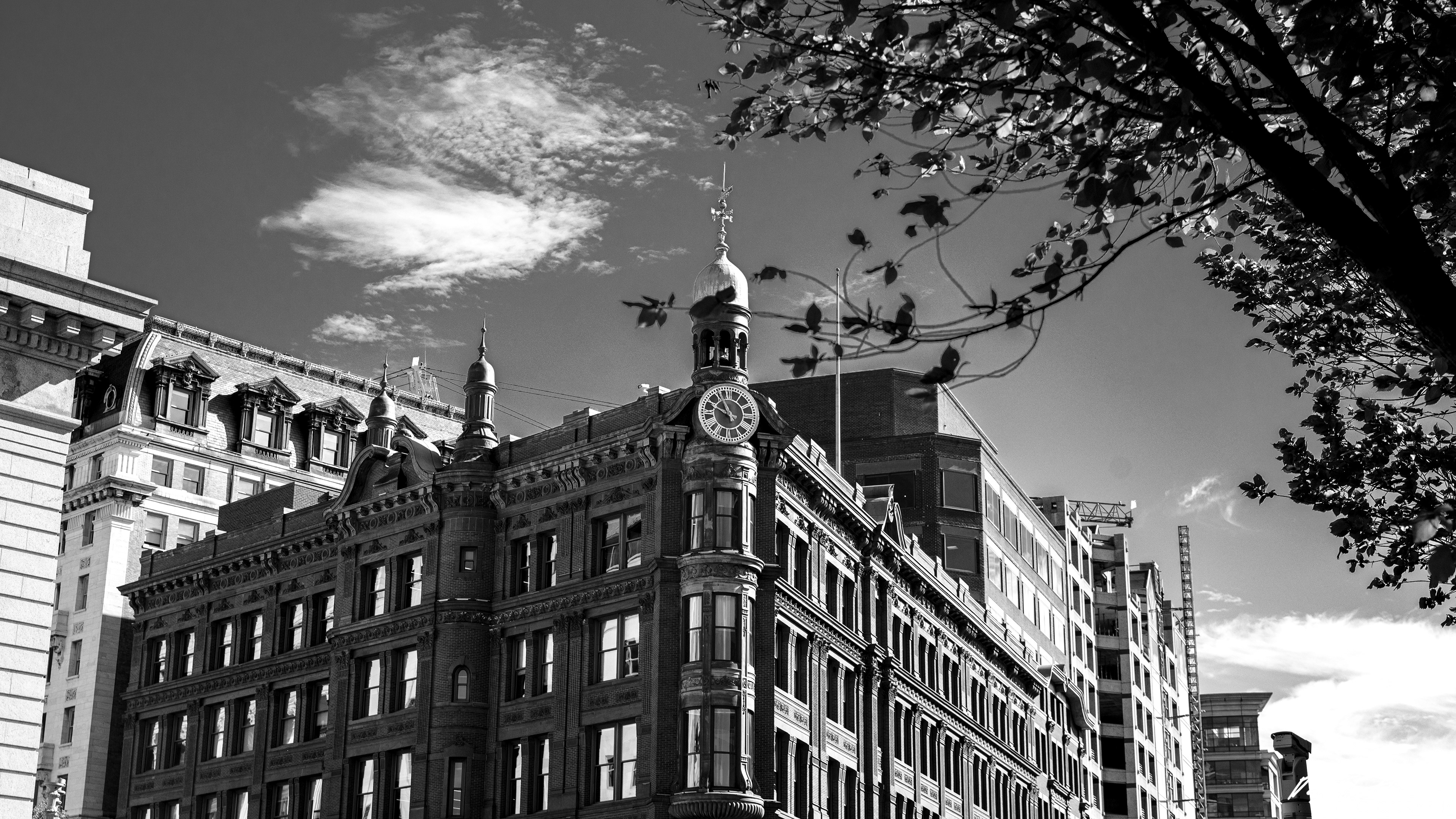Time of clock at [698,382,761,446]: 9:55
